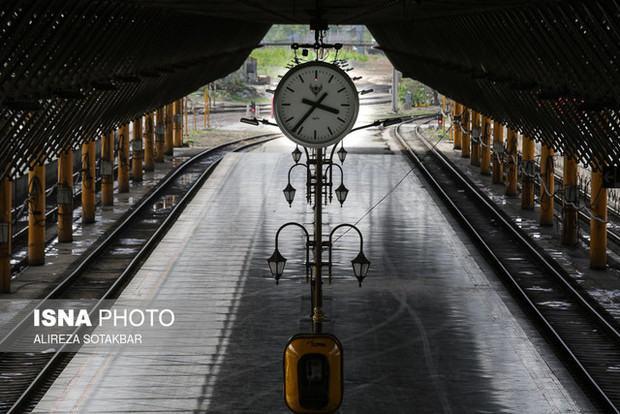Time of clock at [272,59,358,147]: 3:36
